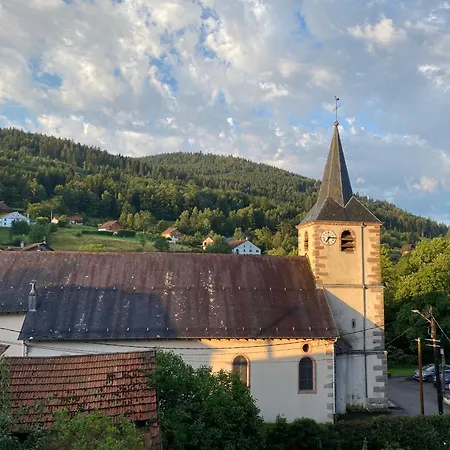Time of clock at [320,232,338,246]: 7:15
